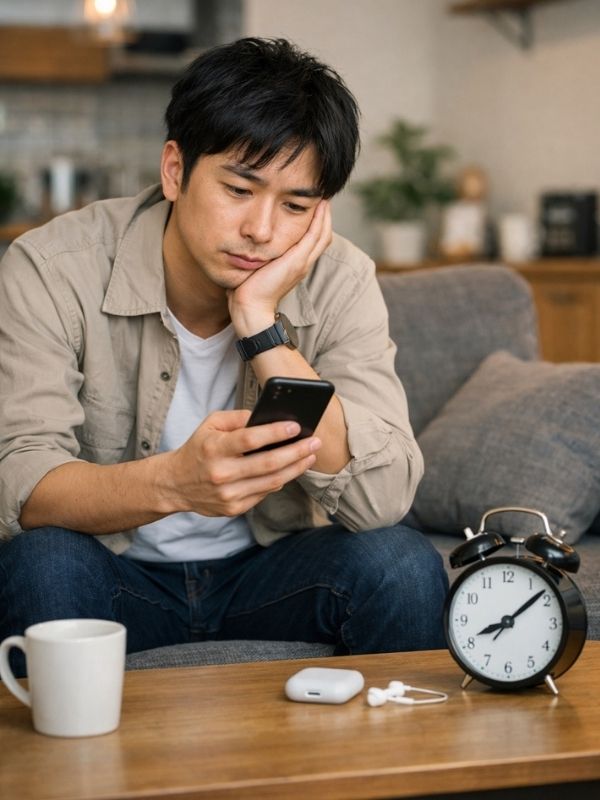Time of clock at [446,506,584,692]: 8:08
